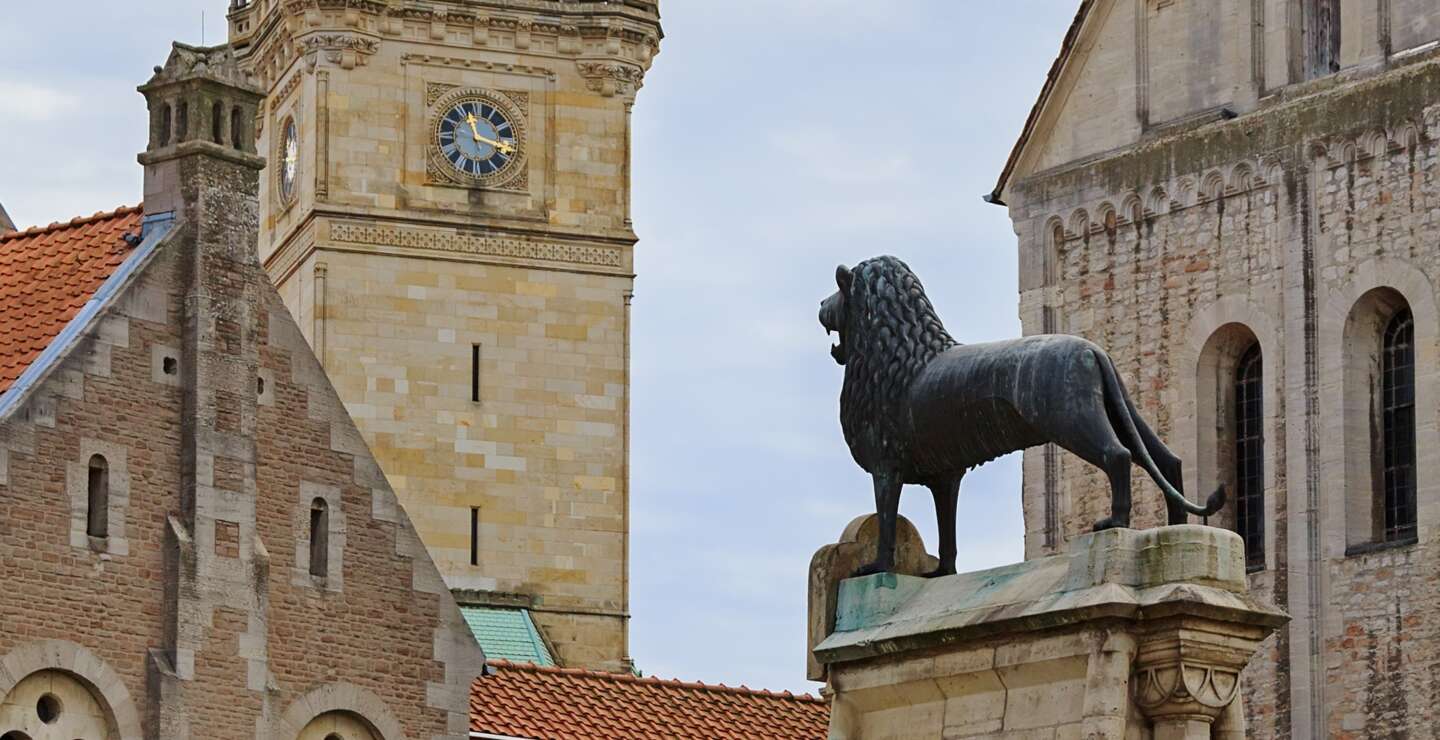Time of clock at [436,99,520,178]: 11:17
